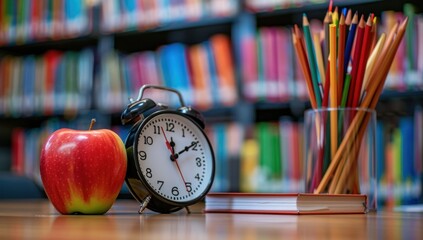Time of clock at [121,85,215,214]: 12:09
